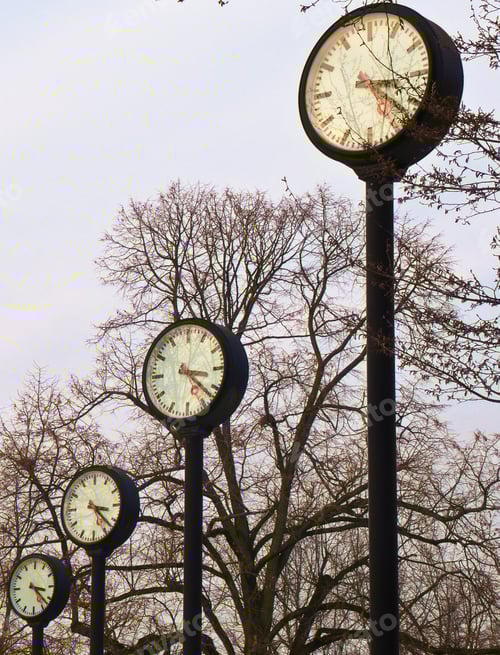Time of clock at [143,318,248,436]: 3:22
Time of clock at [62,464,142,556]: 3:22
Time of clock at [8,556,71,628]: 3:22
